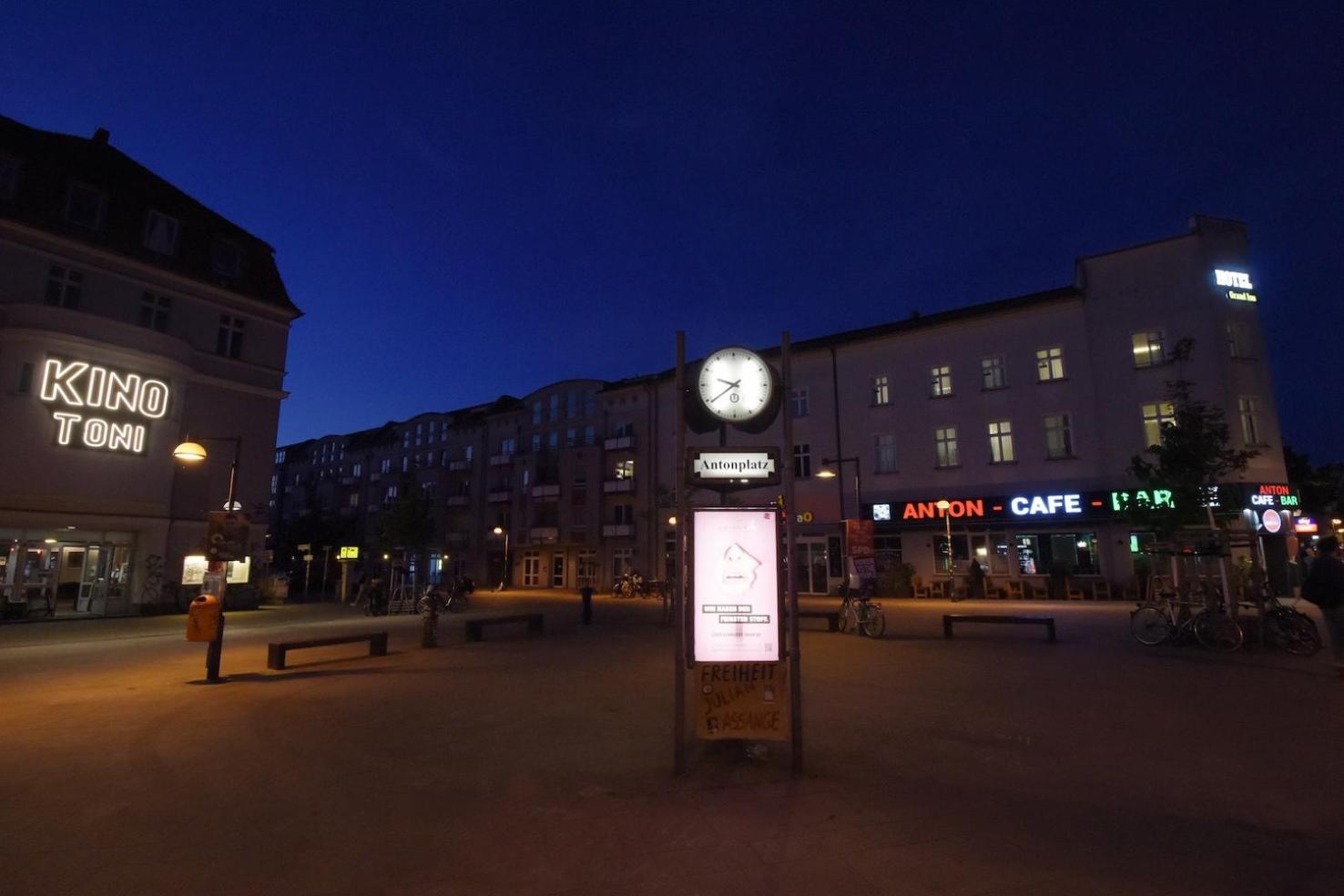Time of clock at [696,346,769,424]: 9:39
